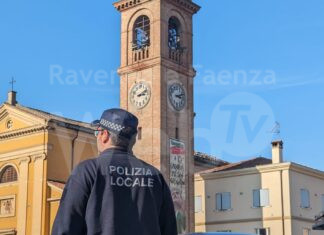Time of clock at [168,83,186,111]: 3:12
